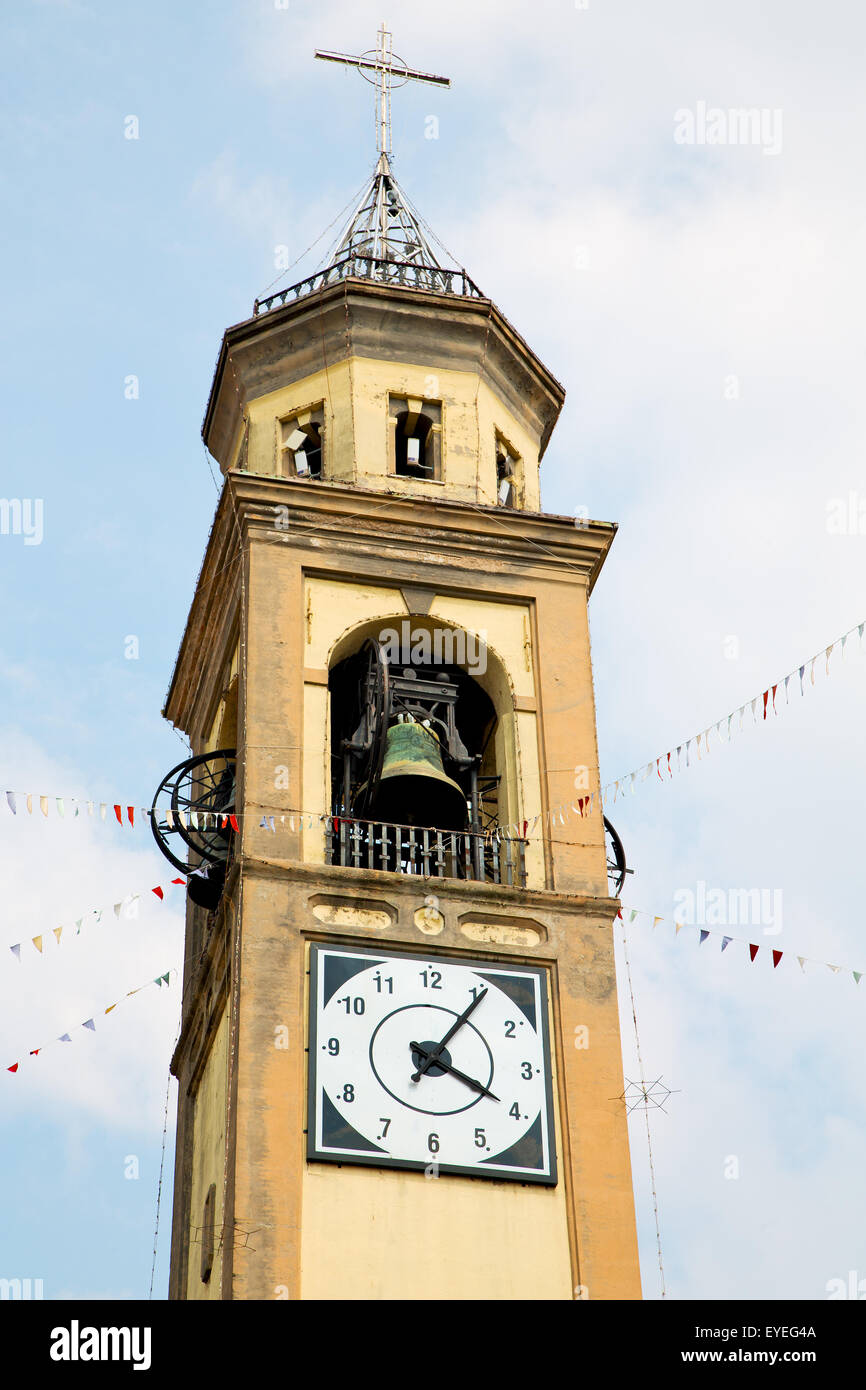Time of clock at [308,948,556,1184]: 4:05
